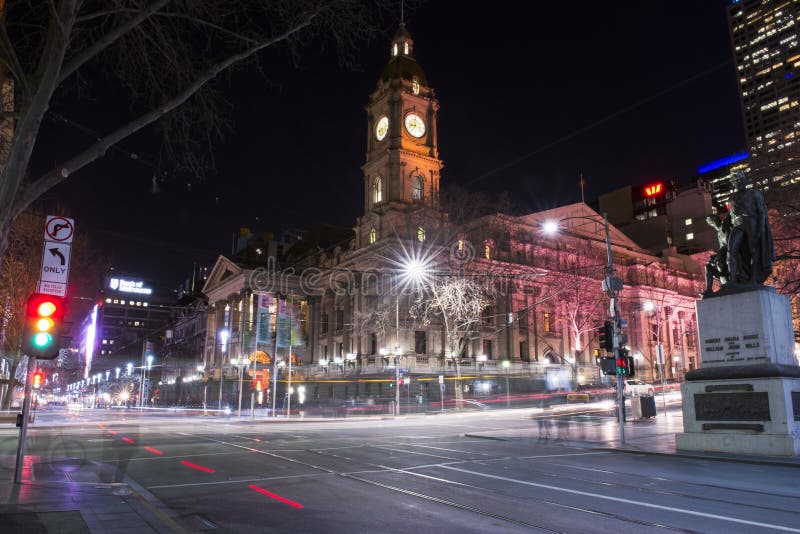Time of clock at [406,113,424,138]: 9:01
